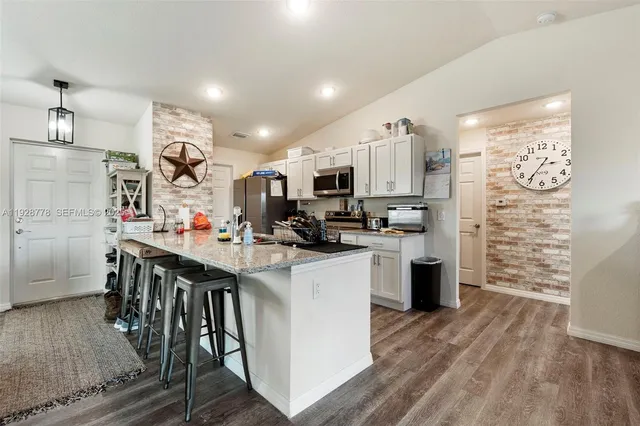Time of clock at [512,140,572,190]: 2:35
